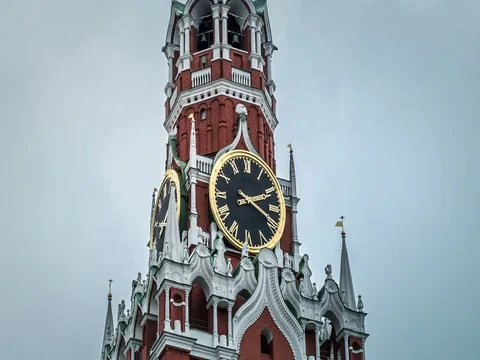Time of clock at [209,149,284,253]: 2:18
